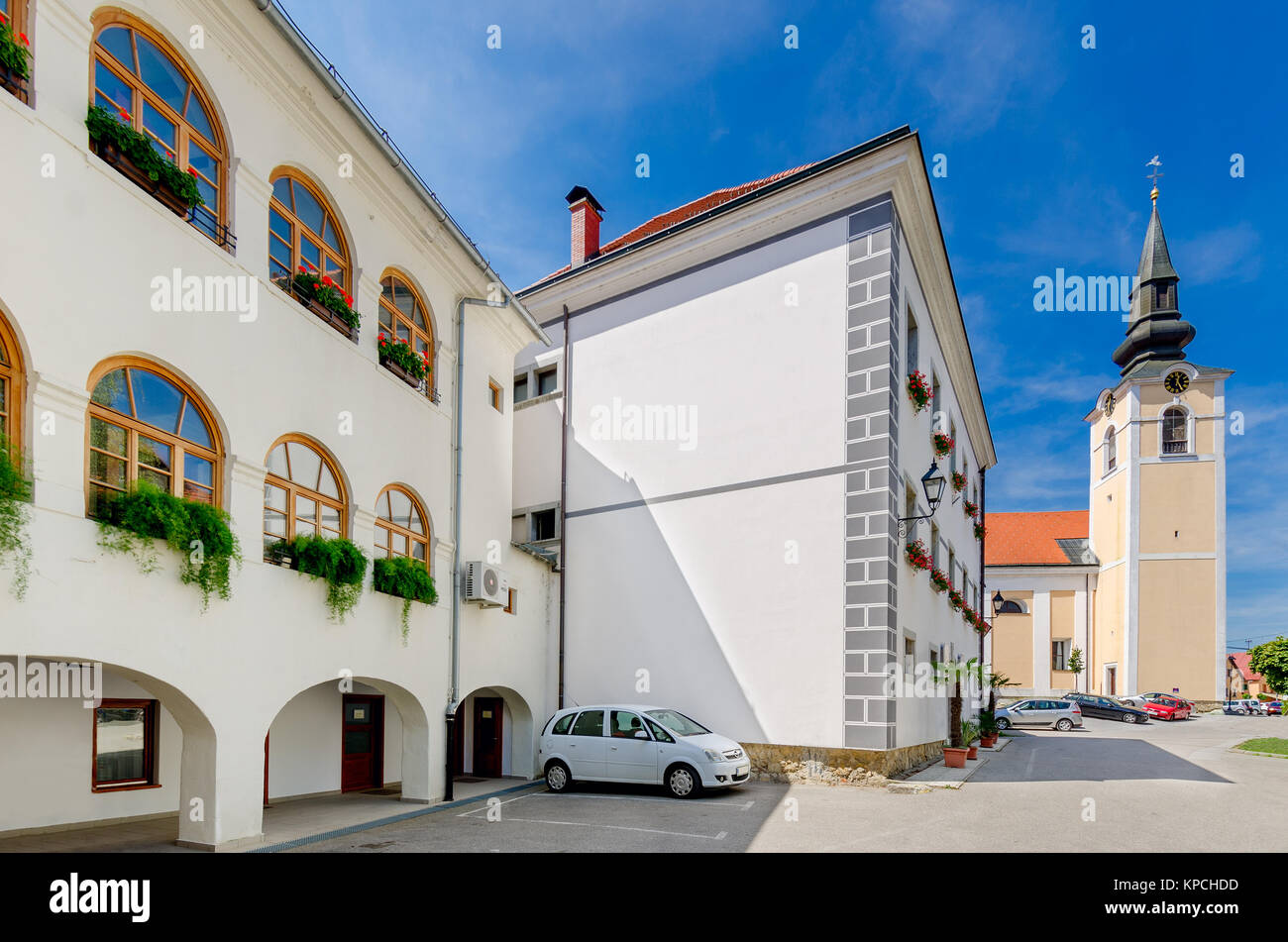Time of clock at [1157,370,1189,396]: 12:24
